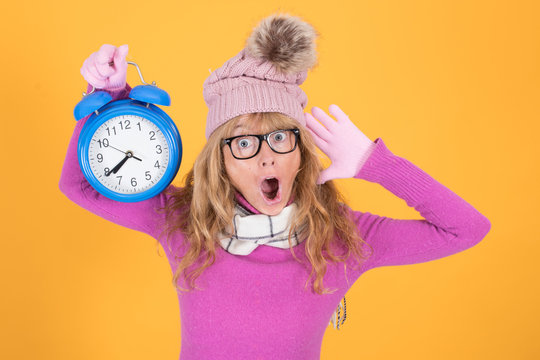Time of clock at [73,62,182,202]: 7:39
